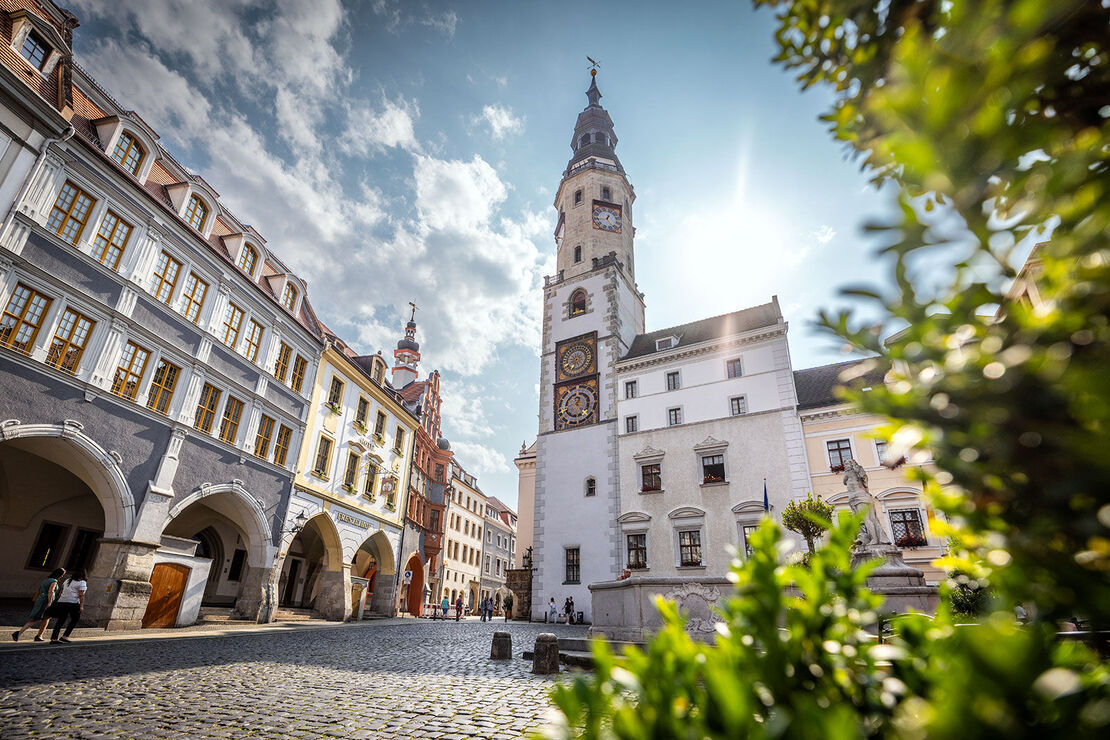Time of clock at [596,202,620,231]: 12:23
